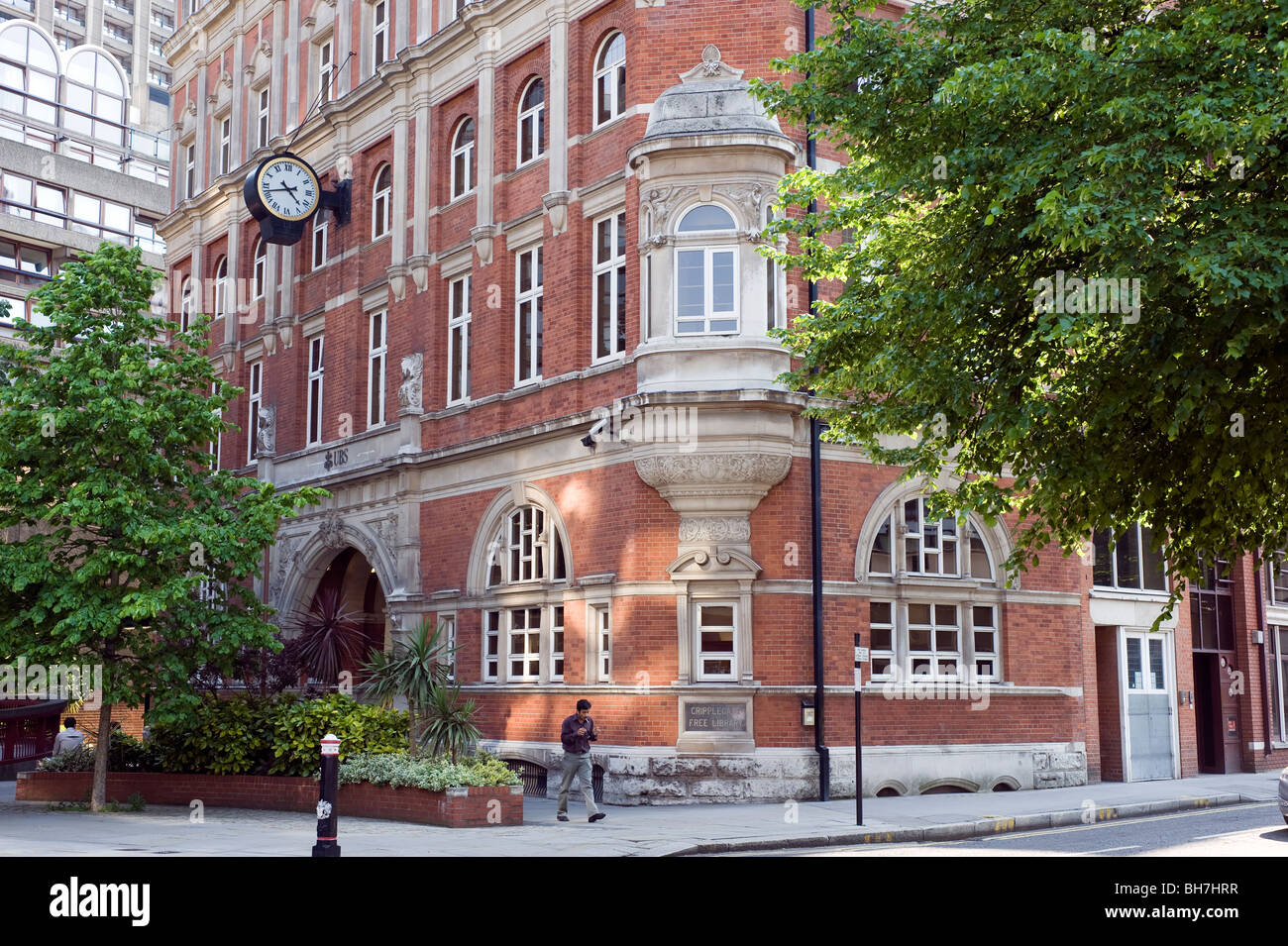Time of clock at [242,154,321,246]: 4:42
